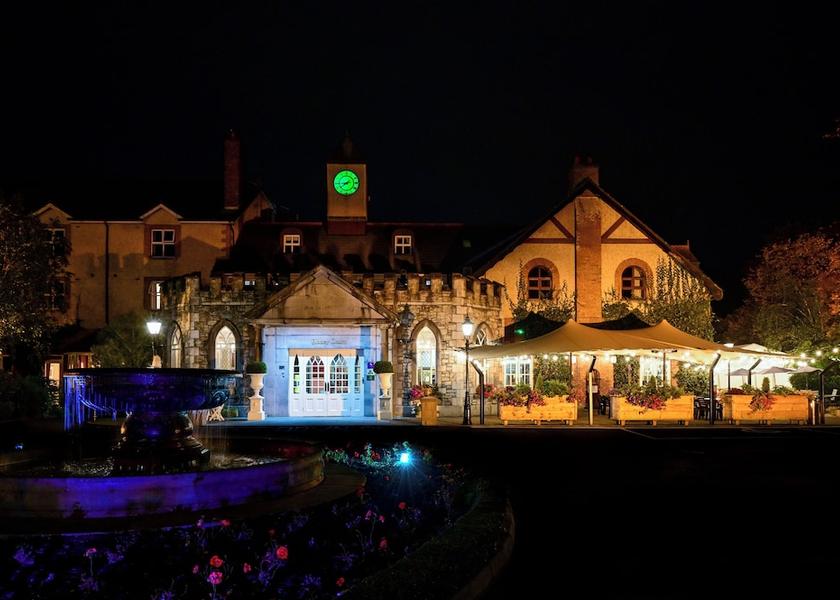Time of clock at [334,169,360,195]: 8:38
